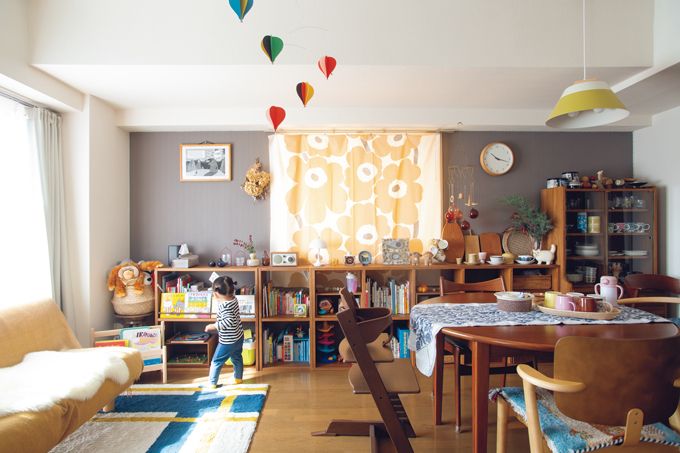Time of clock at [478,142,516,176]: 10:17
